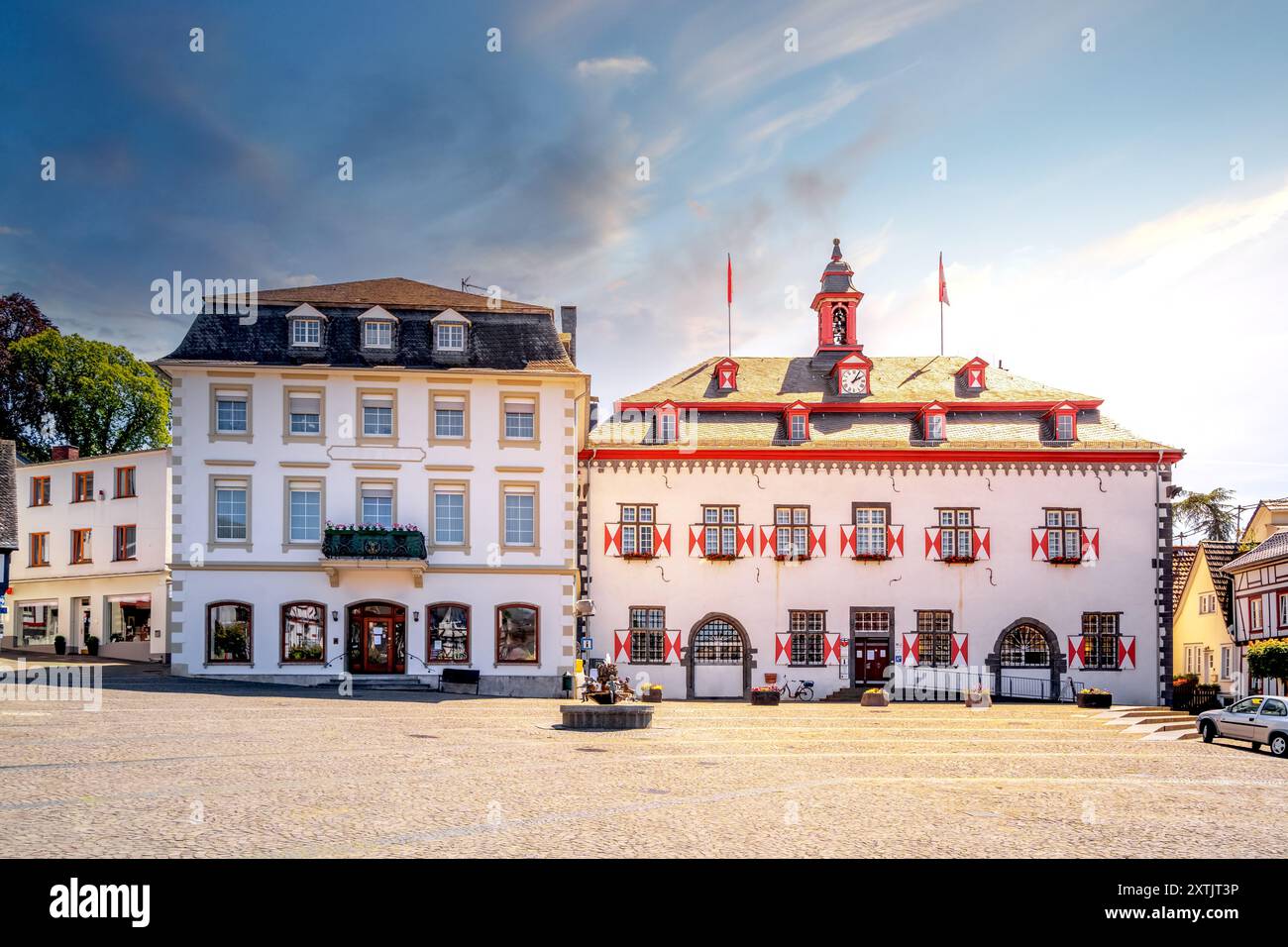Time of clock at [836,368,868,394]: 2:05
